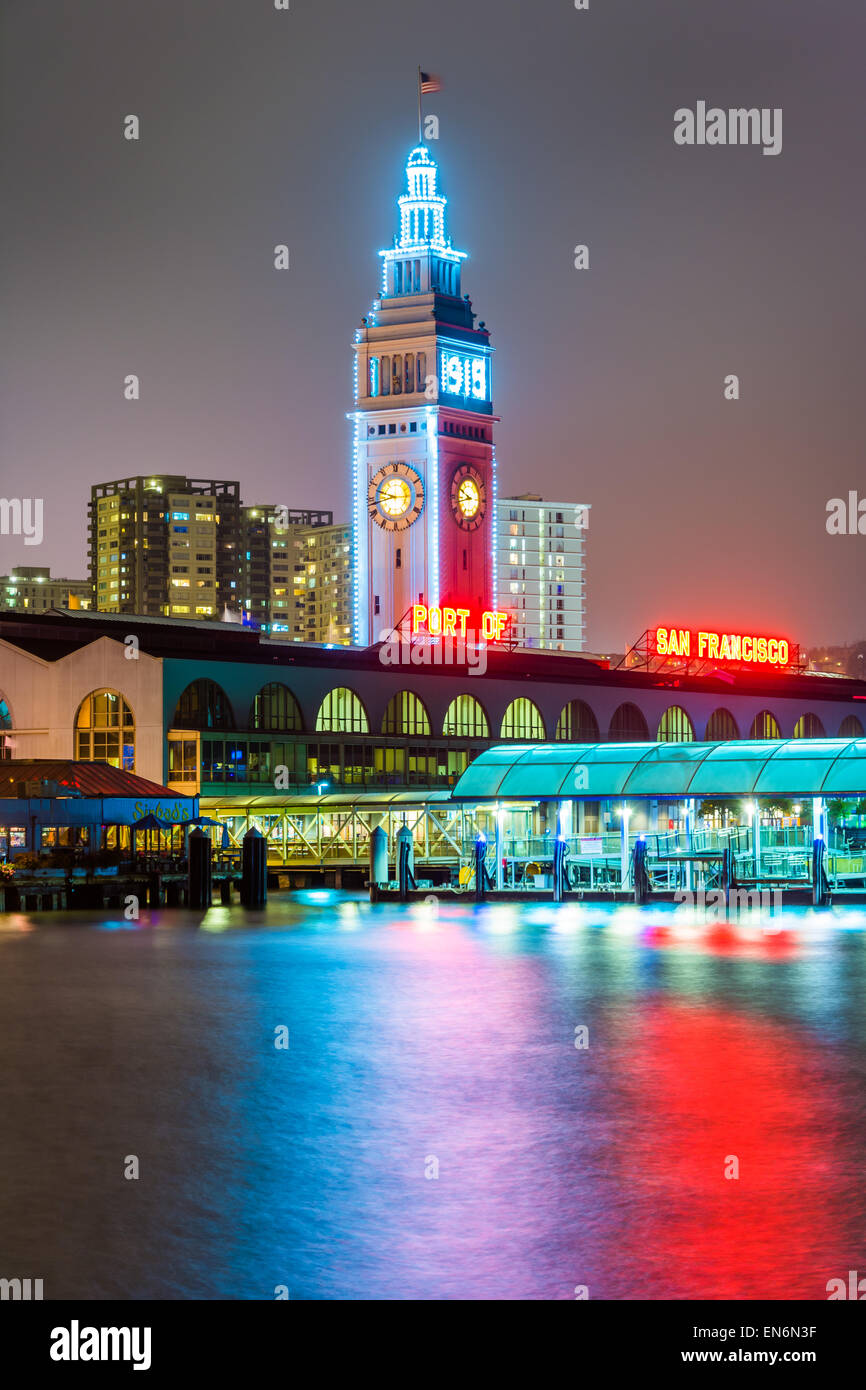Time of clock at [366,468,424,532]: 9:43
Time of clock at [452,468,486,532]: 9:43
